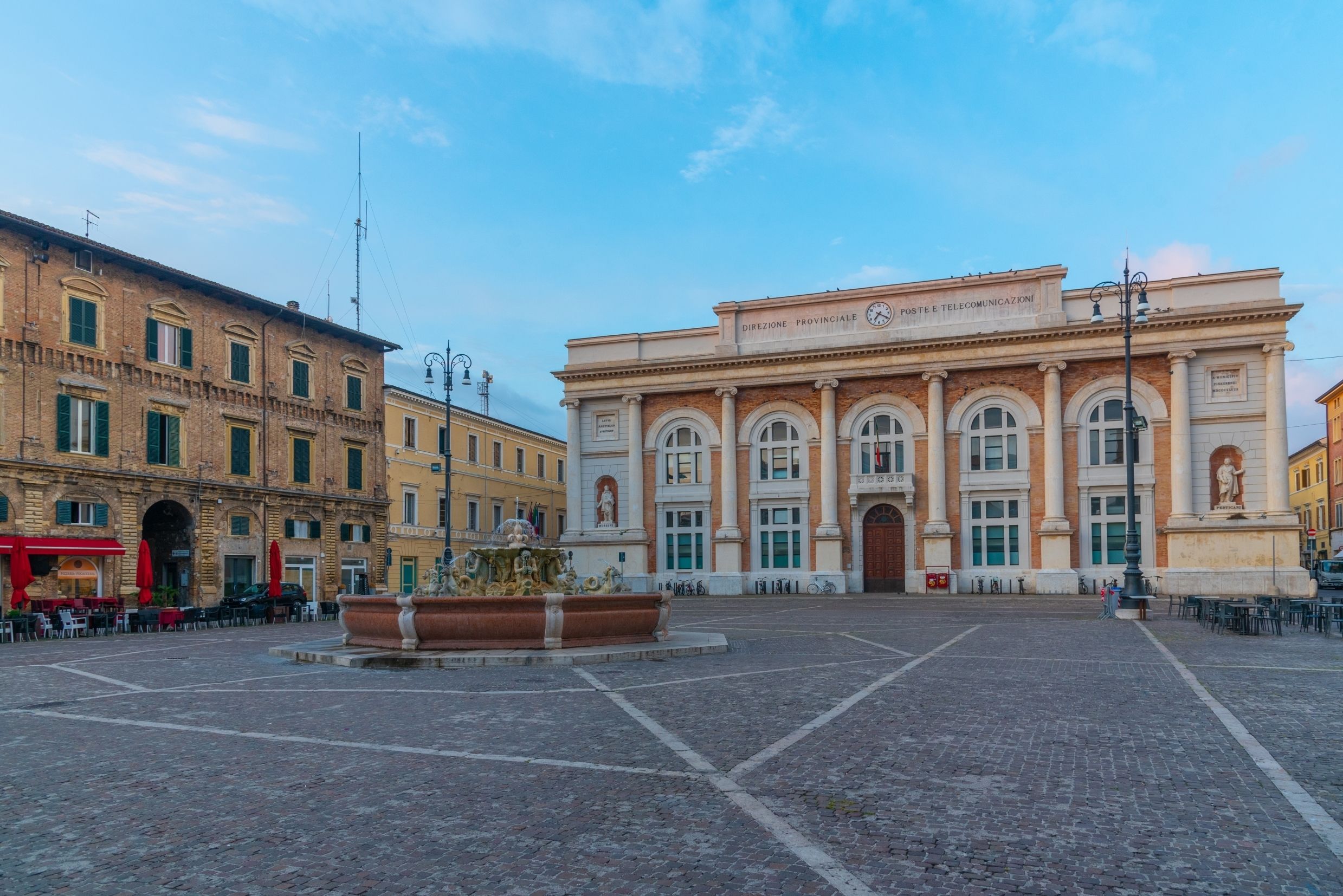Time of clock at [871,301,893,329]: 7:19
